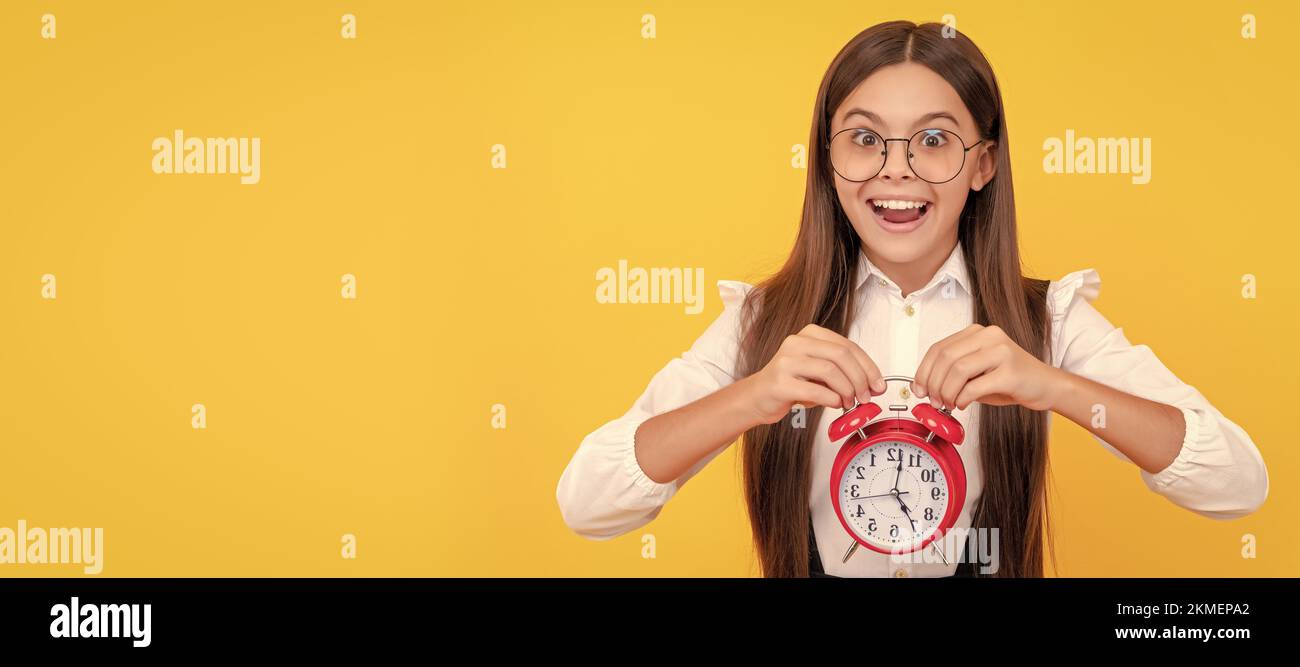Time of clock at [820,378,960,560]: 5:01
